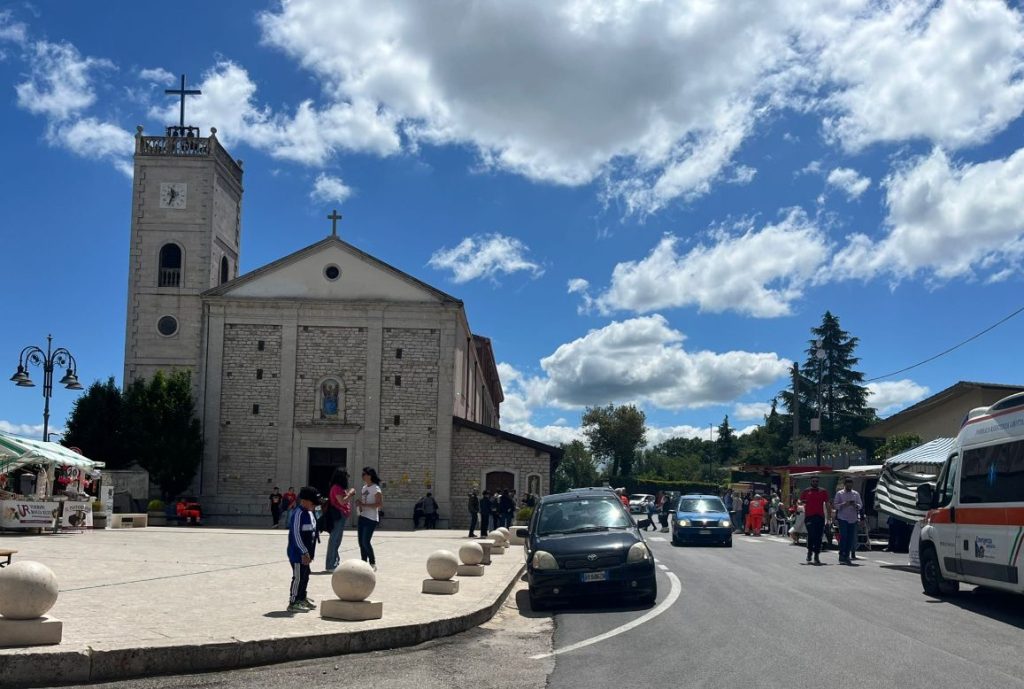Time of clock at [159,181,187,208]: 11:33
